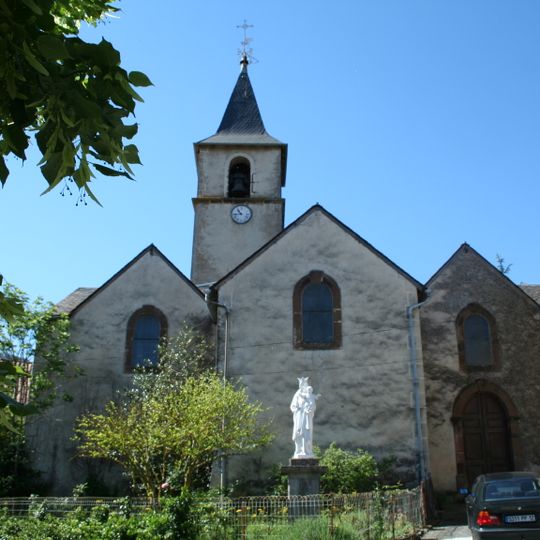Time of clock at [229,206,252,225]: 10:43
